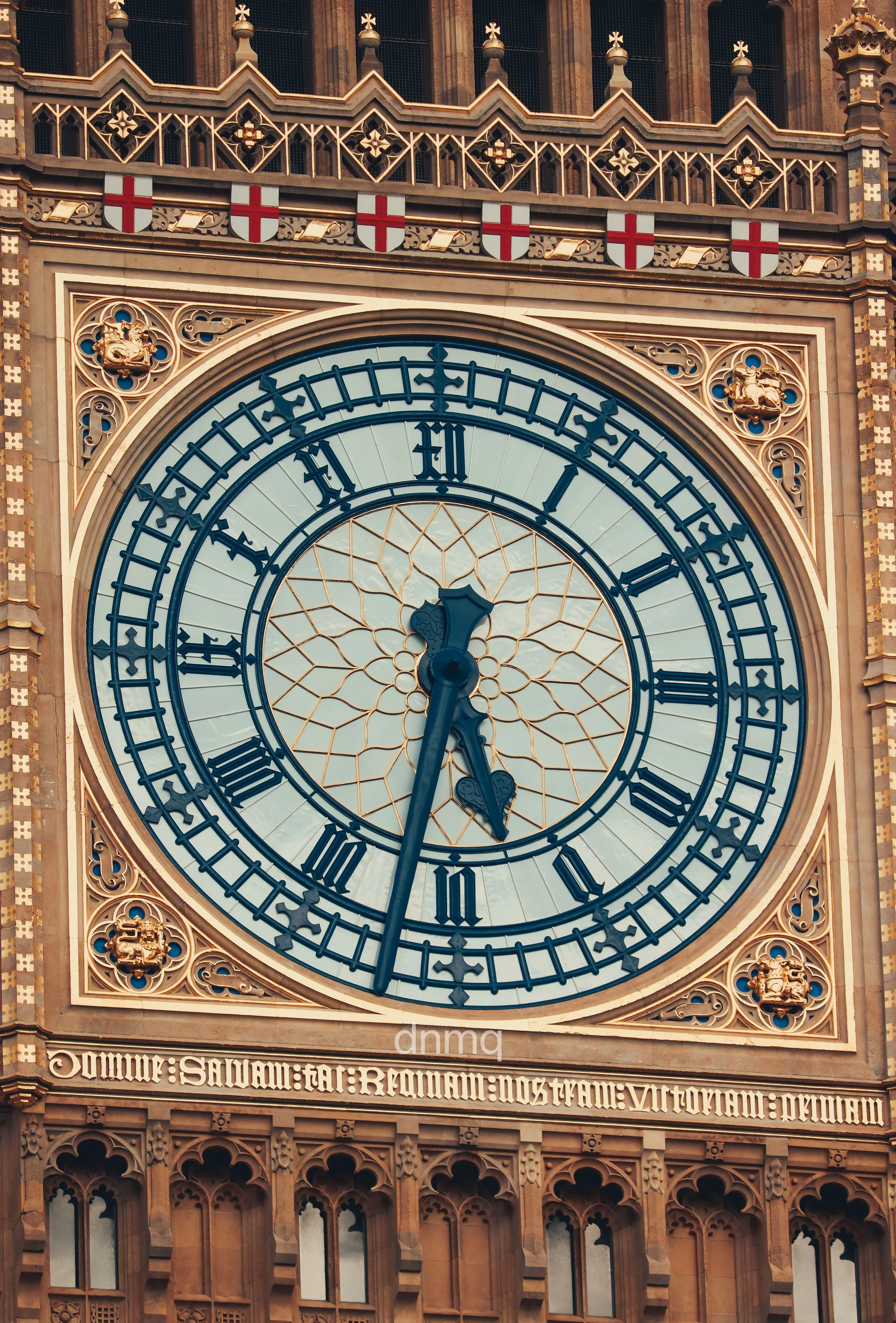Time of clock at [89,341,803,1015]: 5:31
